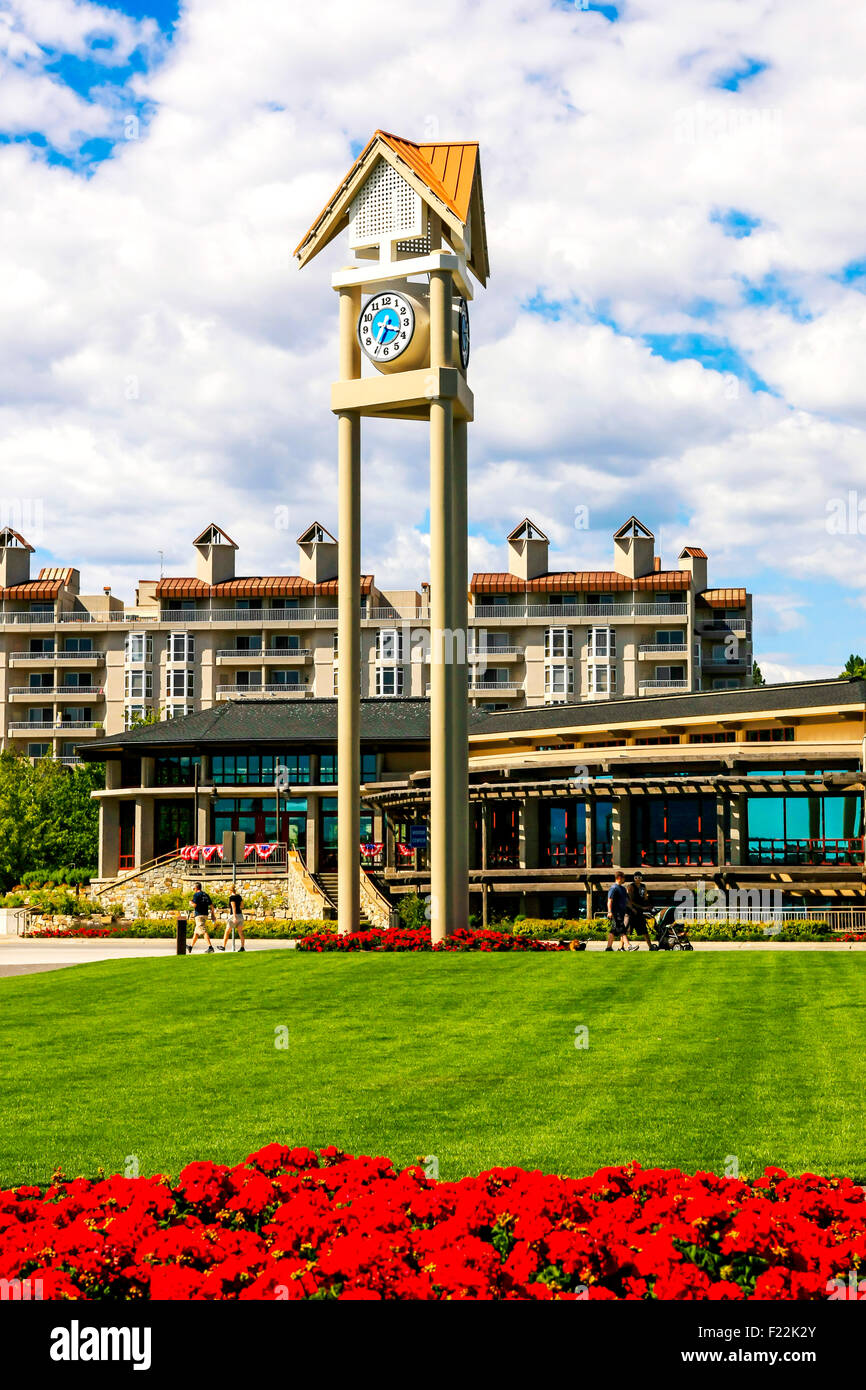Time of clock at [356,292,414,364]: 3:34
